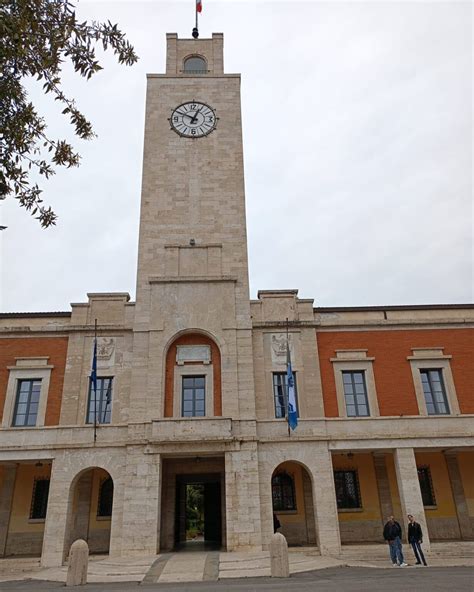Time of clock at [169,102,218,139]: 12:49
